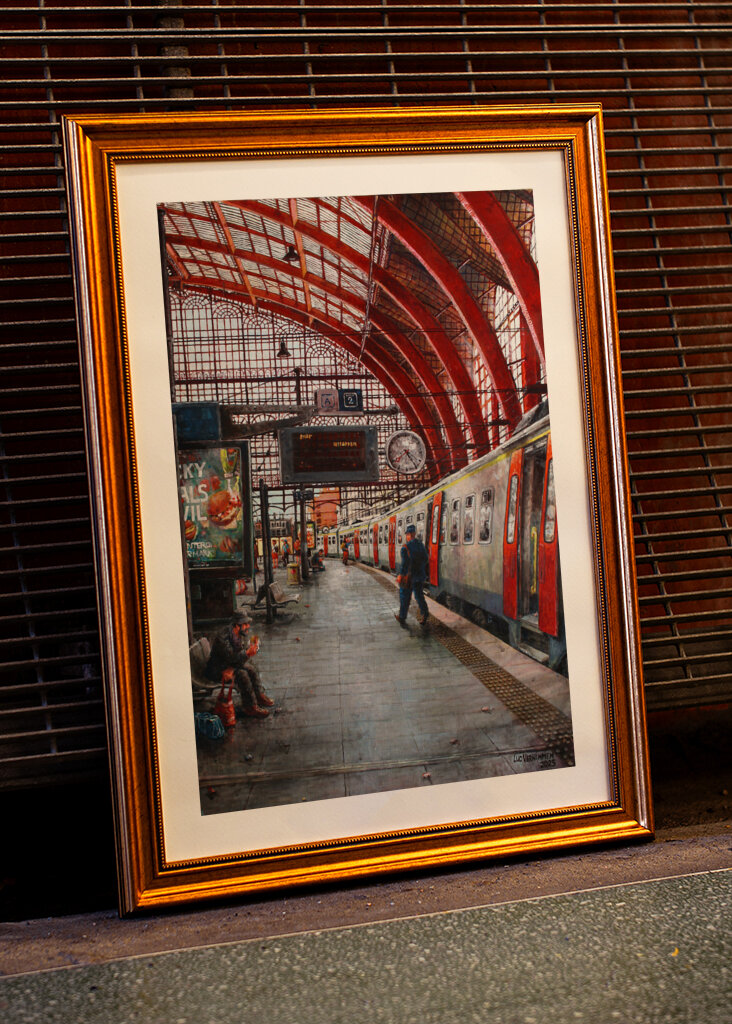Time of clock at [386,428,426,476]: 7:24
